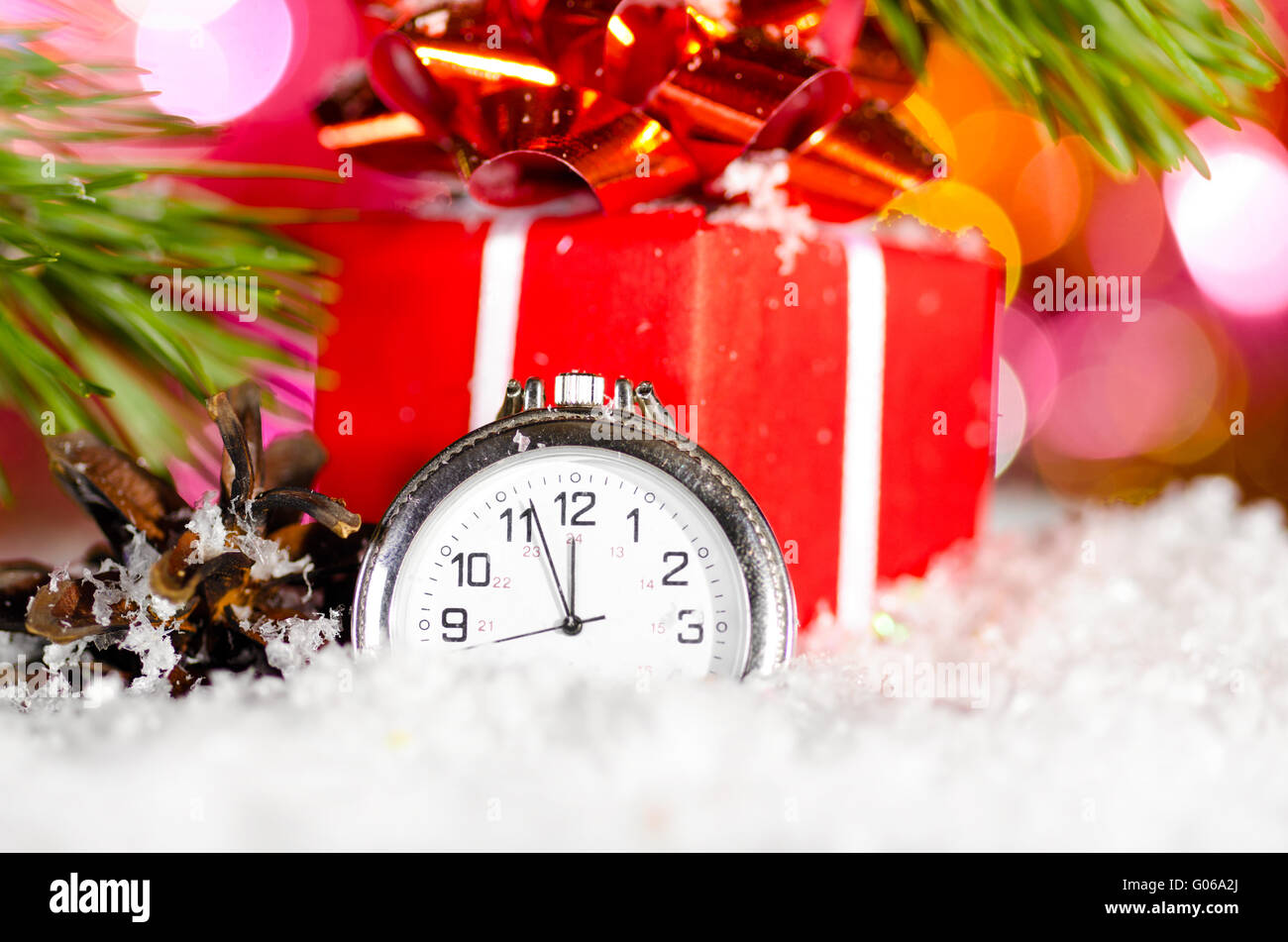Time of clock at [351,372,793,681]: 11:56
